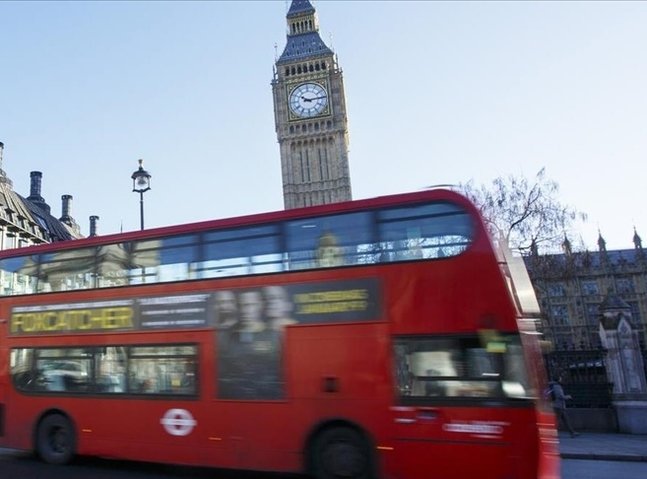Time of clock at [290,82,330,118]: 10:14
